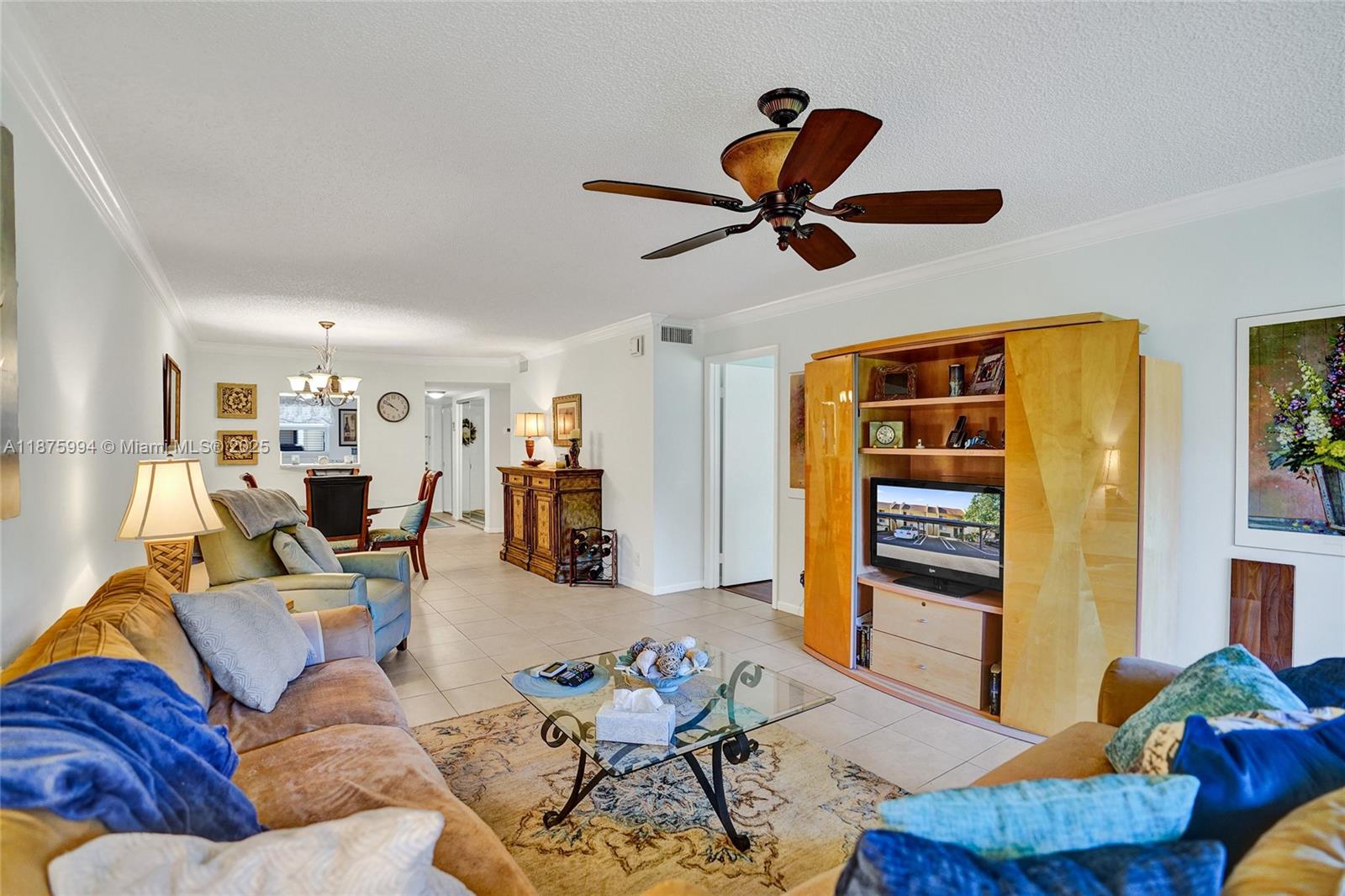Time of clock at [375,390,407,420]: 9:51
